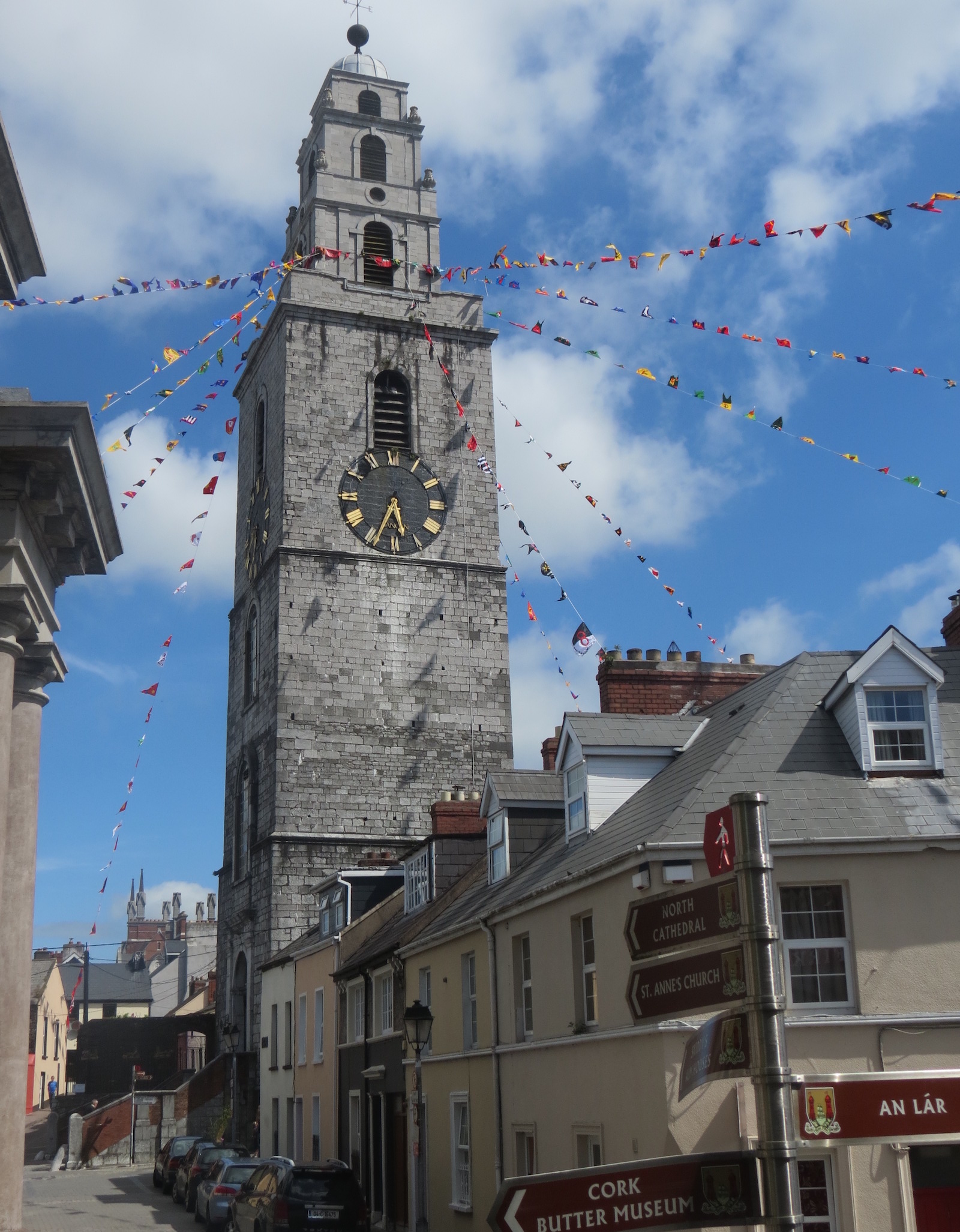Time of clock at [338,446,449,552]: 5:33
